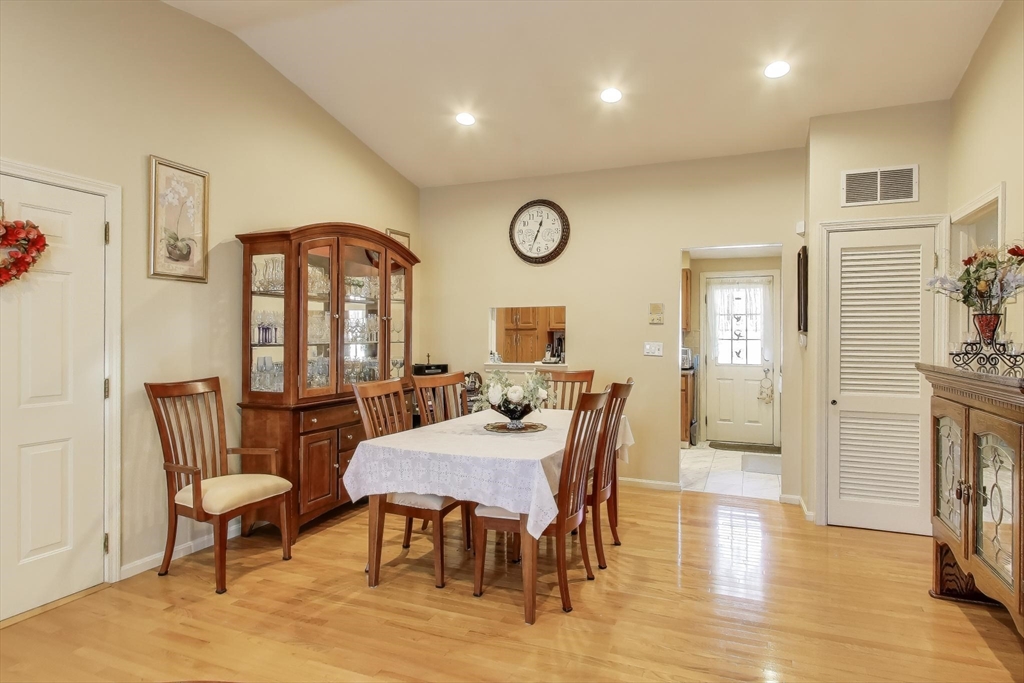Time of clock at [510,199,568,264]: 12:33
